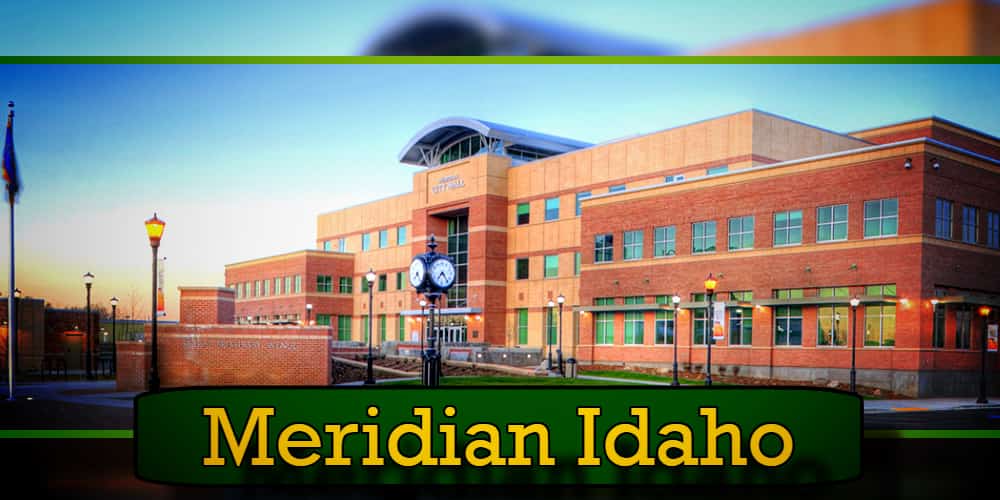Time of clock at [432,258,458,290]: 7:24
